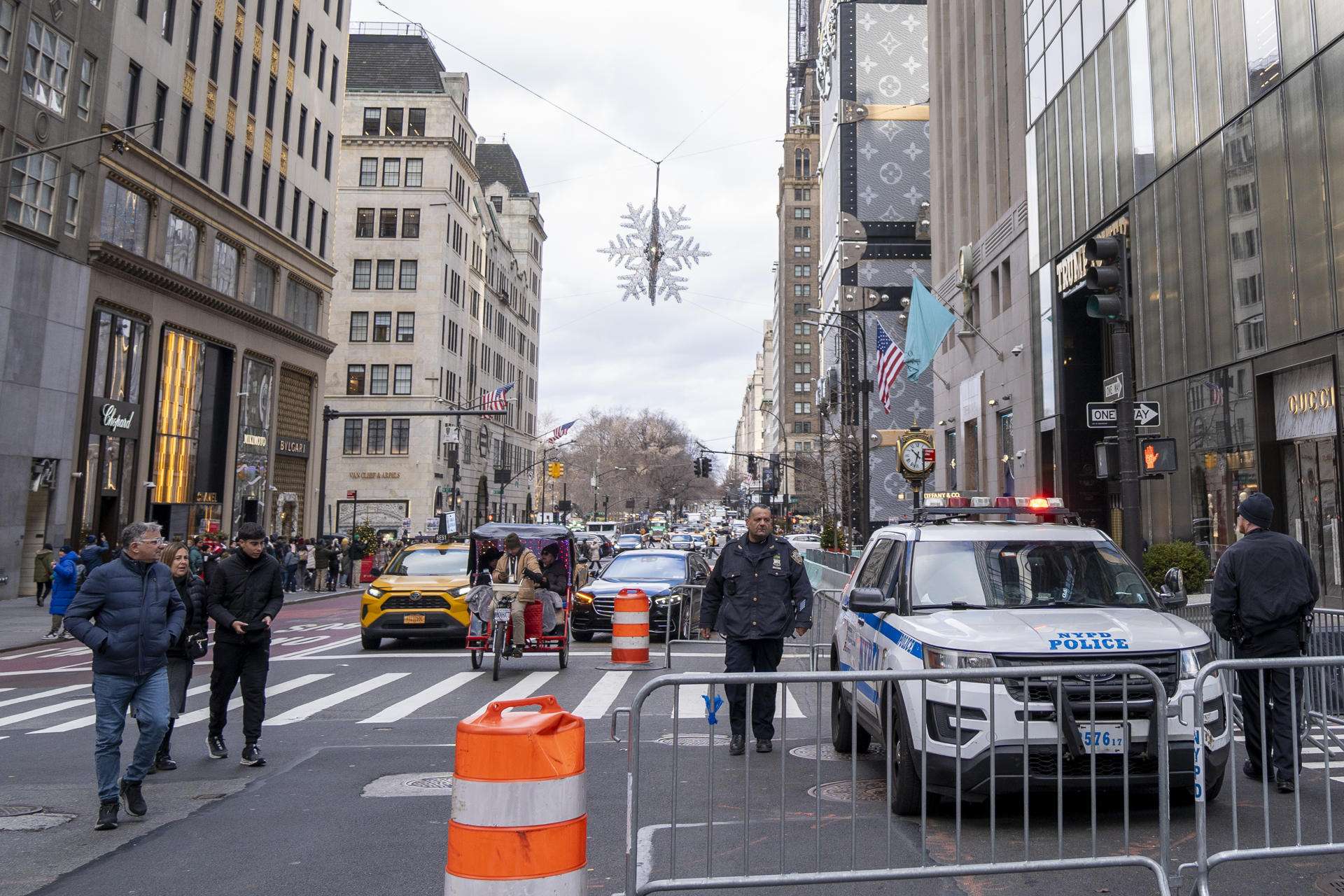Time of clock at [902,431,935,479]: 10:32
